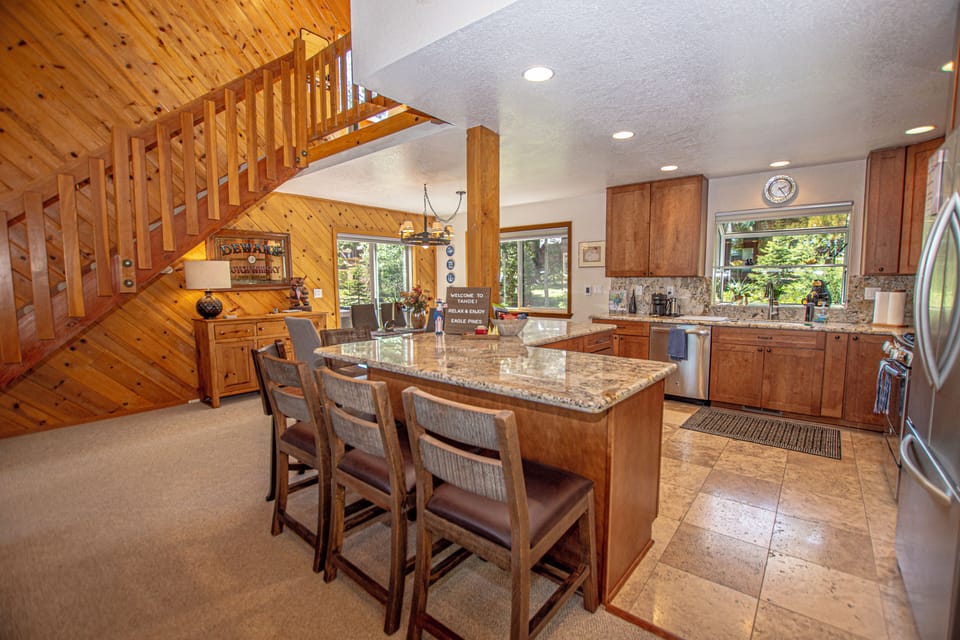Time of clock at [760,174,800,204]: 2:24
